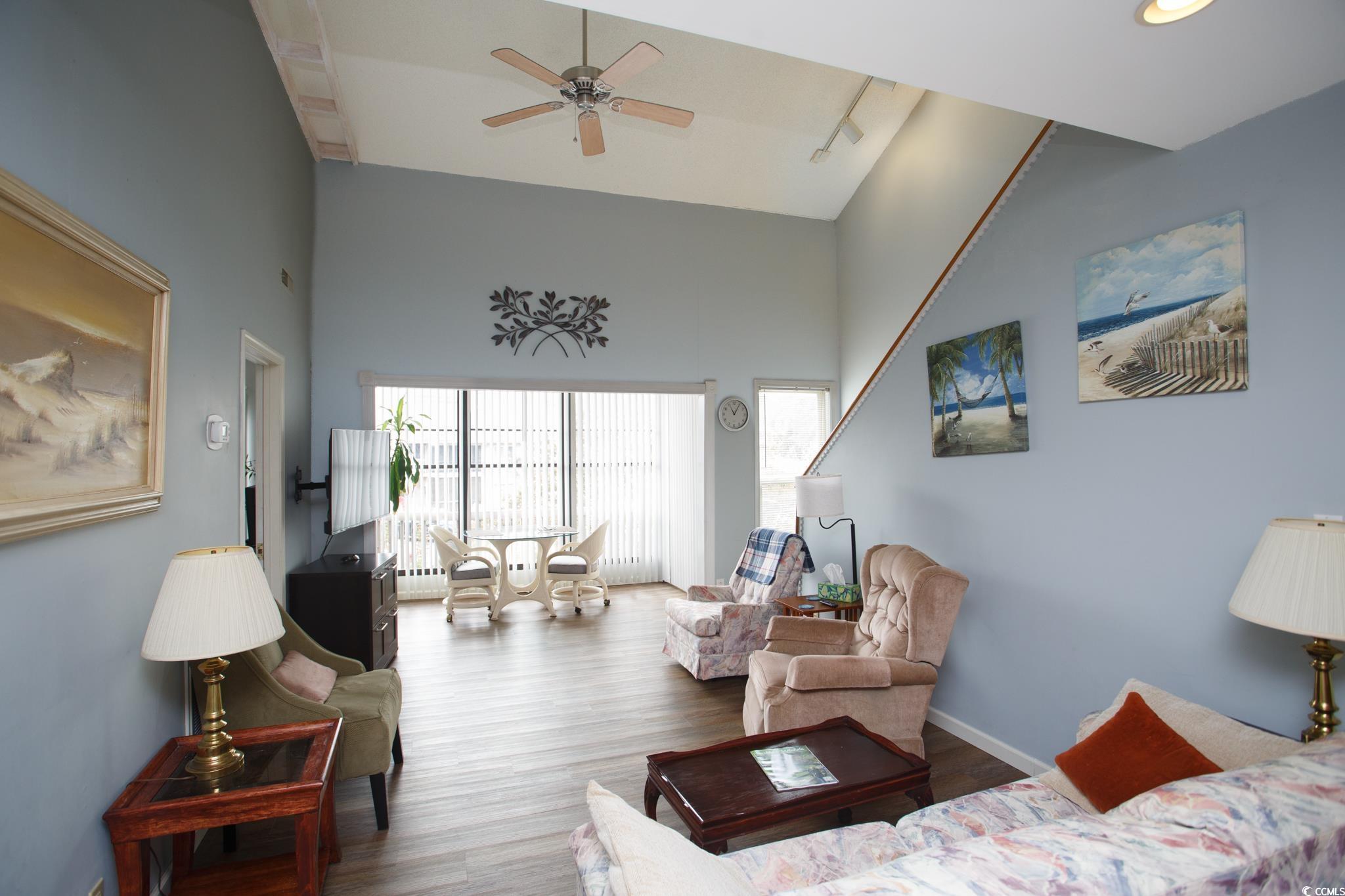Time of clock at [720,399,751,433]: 11:05
